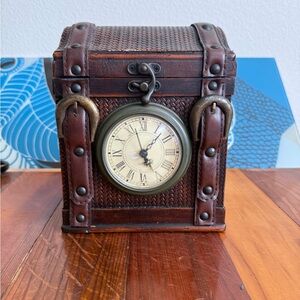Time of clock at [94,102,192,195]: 5:07
